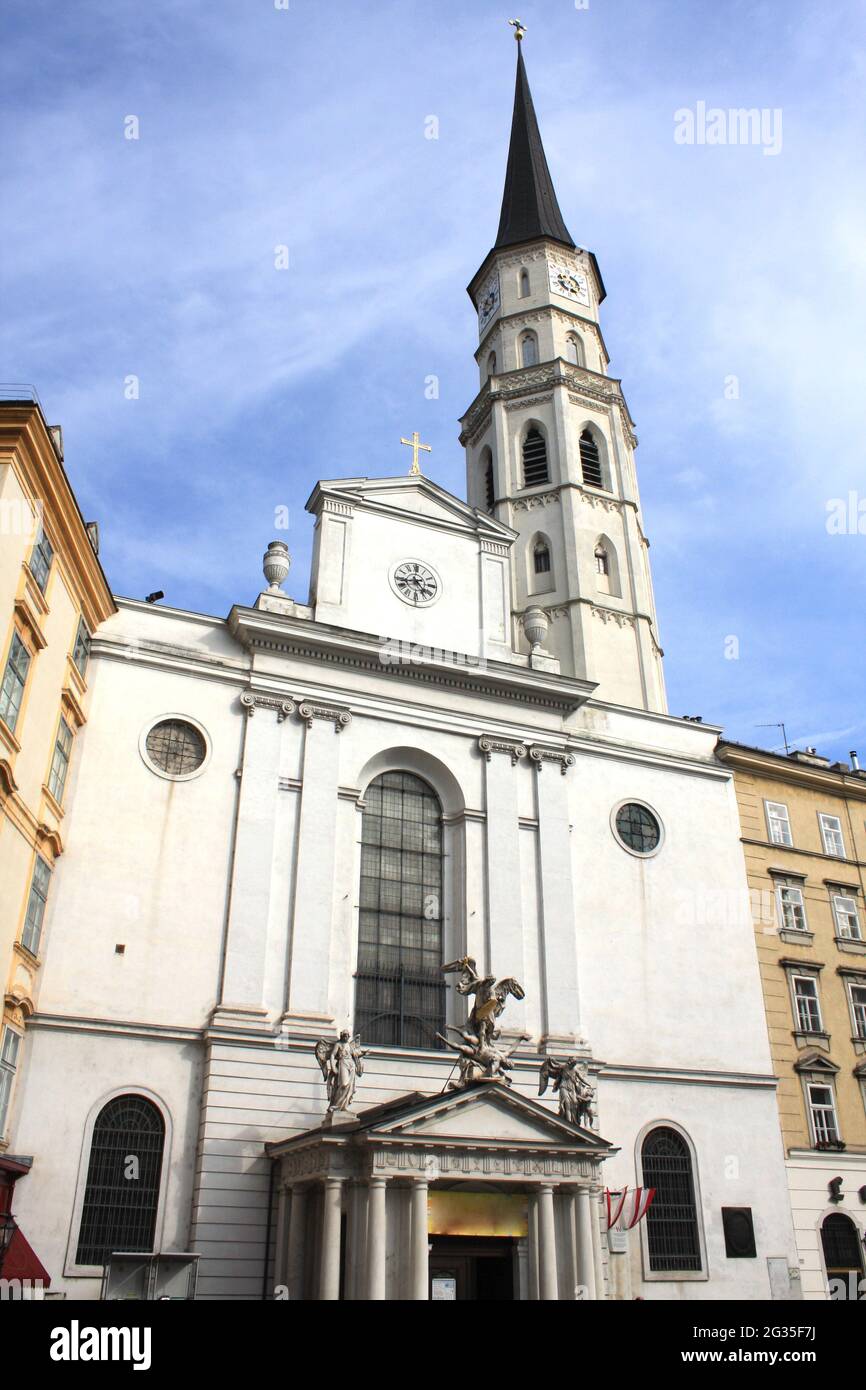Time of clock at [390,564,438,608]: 4:42
